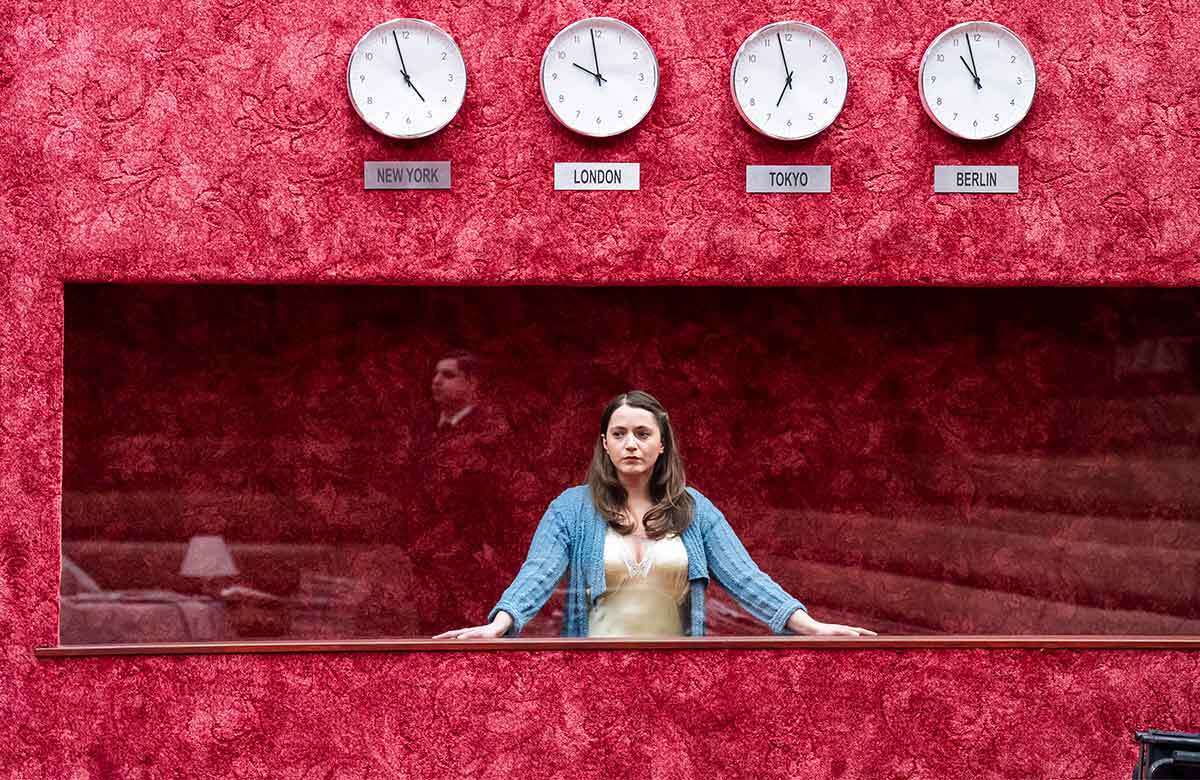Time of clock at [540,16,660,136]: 9:58
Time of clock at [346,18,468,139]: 4:57
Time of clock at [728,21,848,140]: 6:57
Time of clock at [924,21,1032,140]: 10:57
